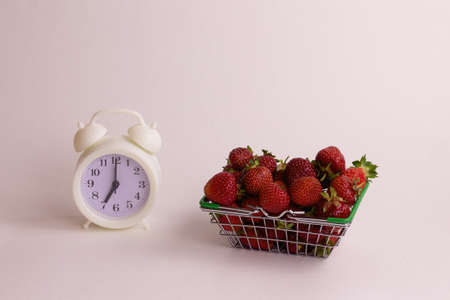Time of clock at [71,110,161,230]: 7:00
